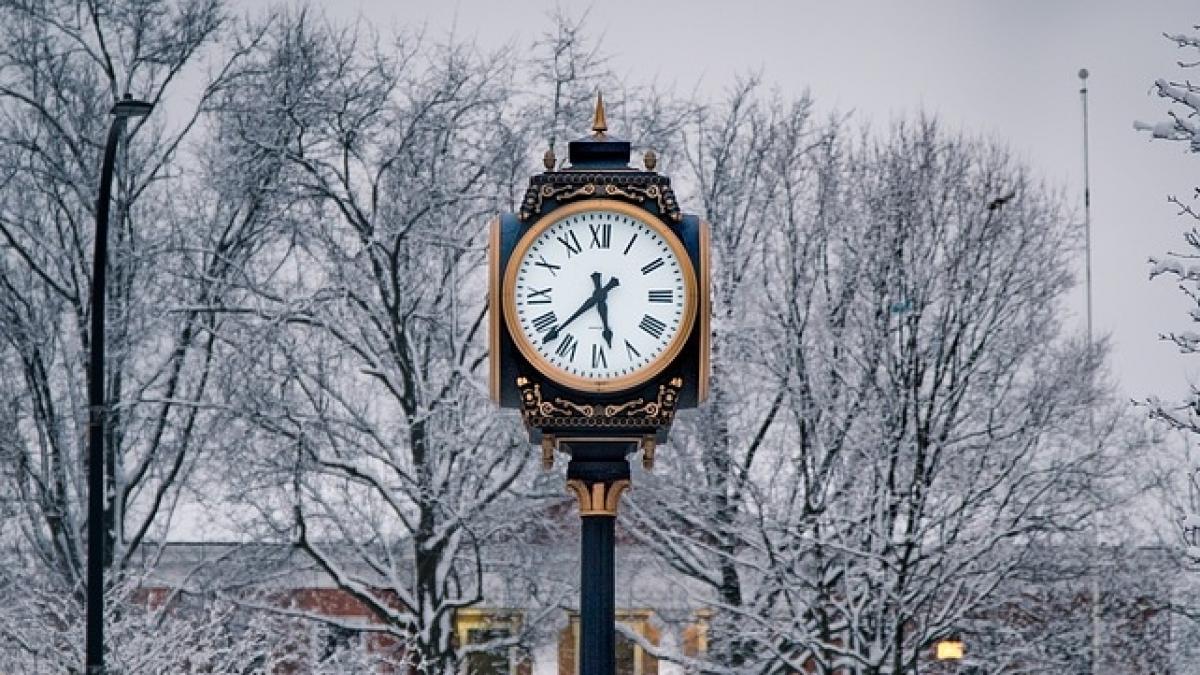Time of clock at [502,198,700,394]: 5:37
